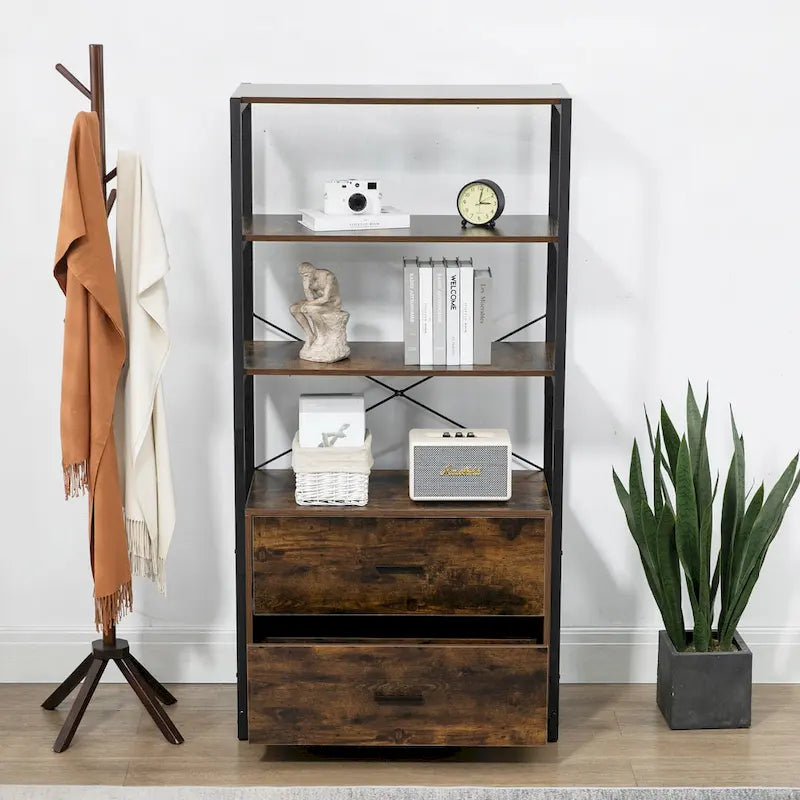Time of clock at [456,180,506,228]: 3:02
